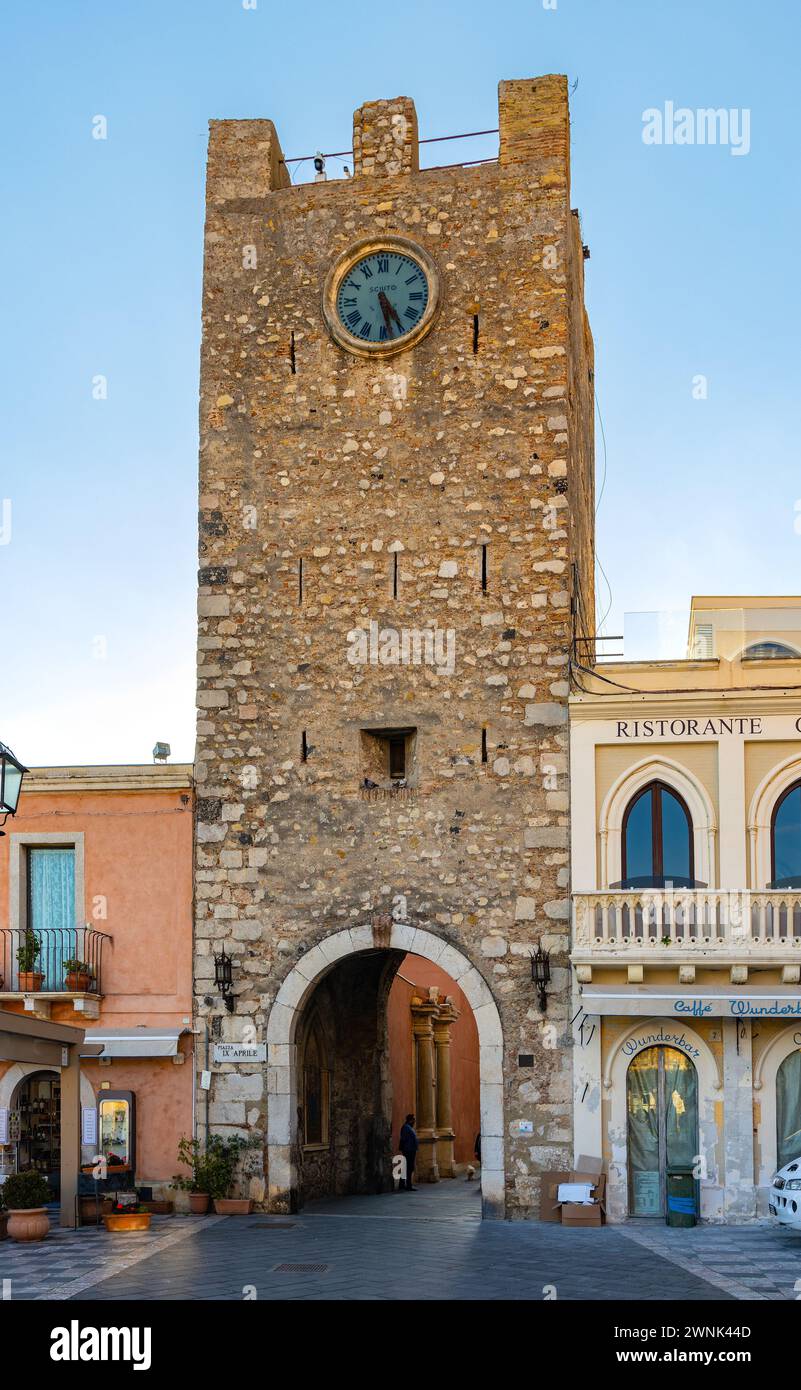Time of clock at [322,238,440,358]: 5:24
